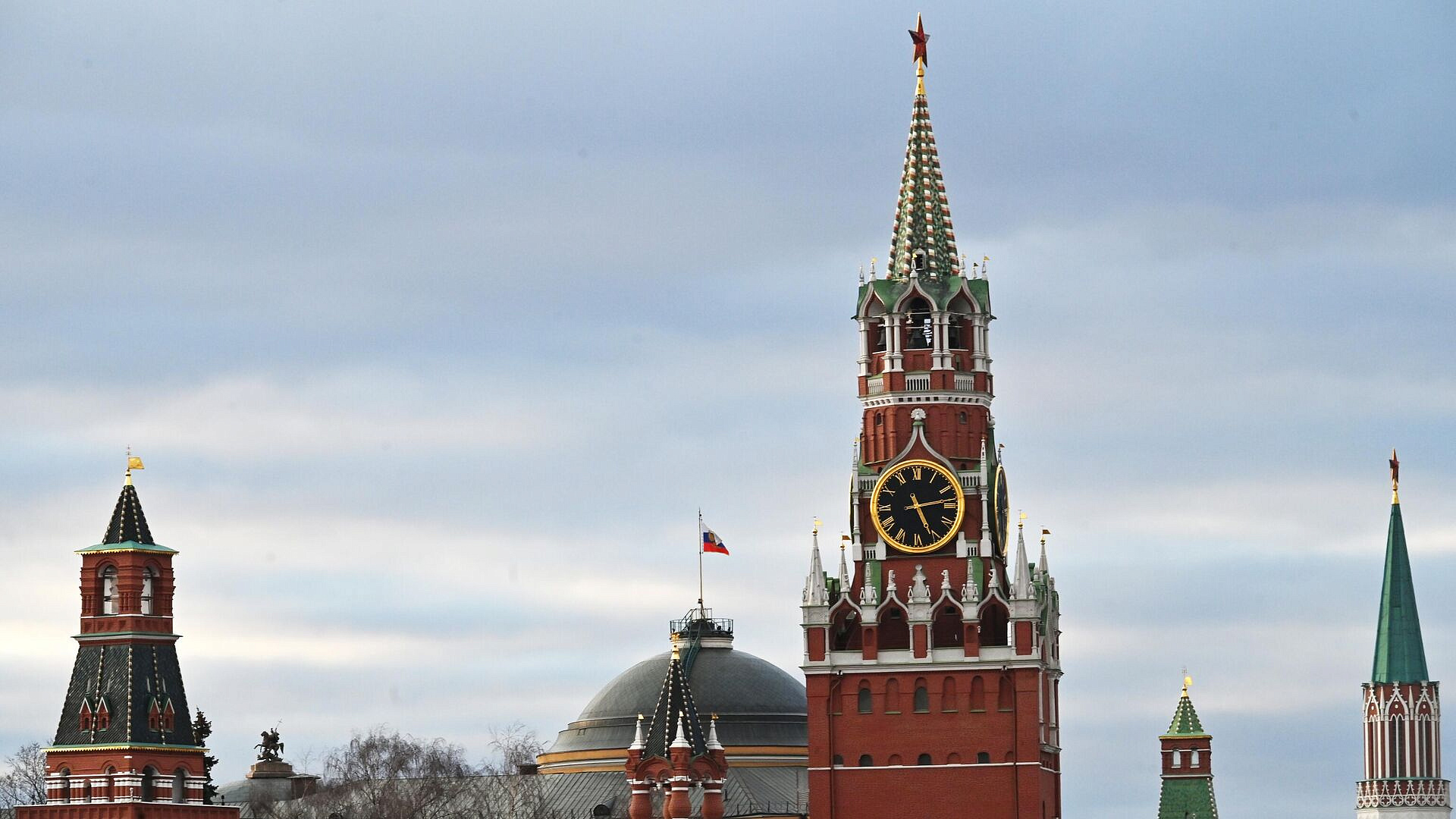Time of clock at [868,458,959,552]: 5:13
